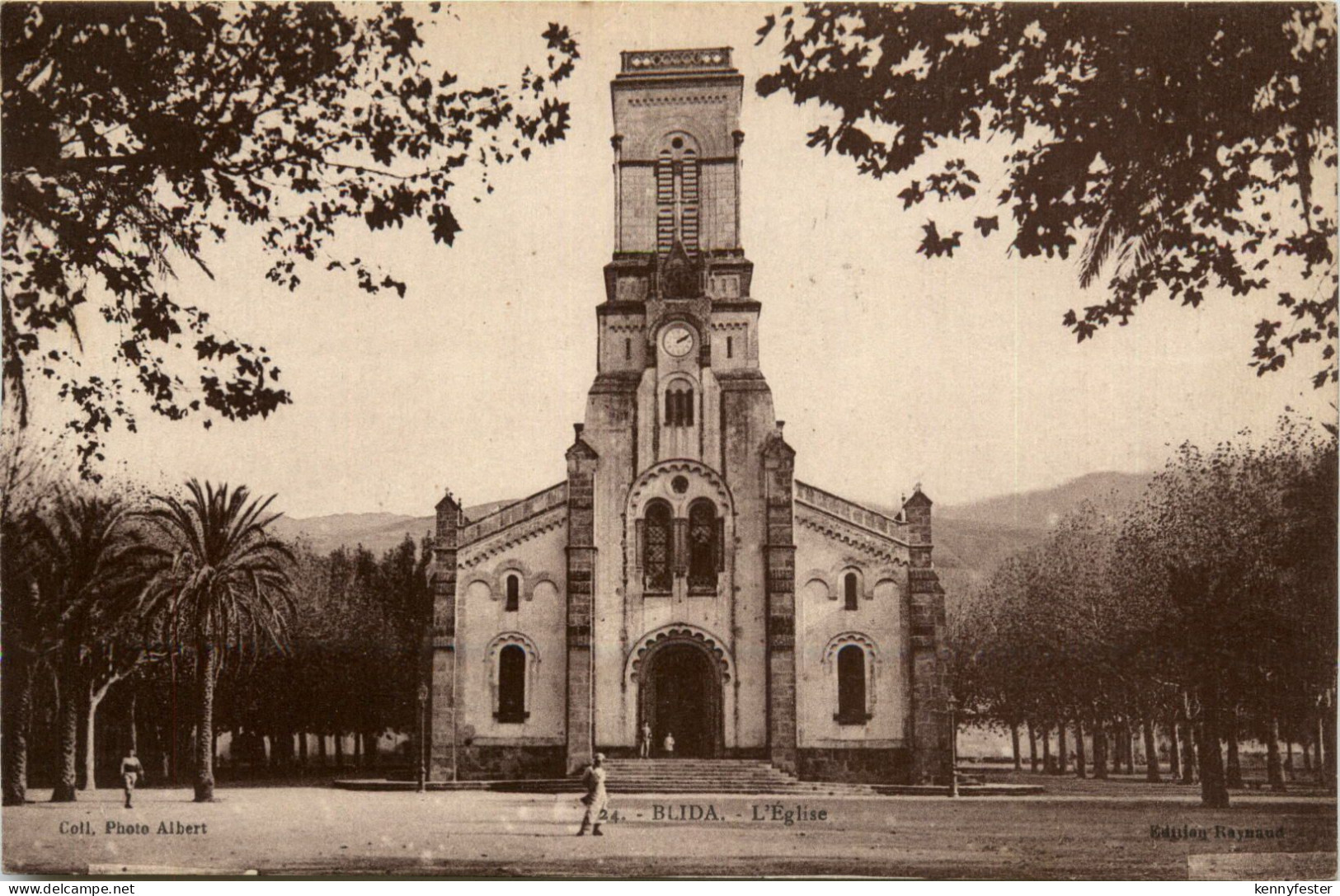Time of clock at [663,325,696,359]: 2:09
